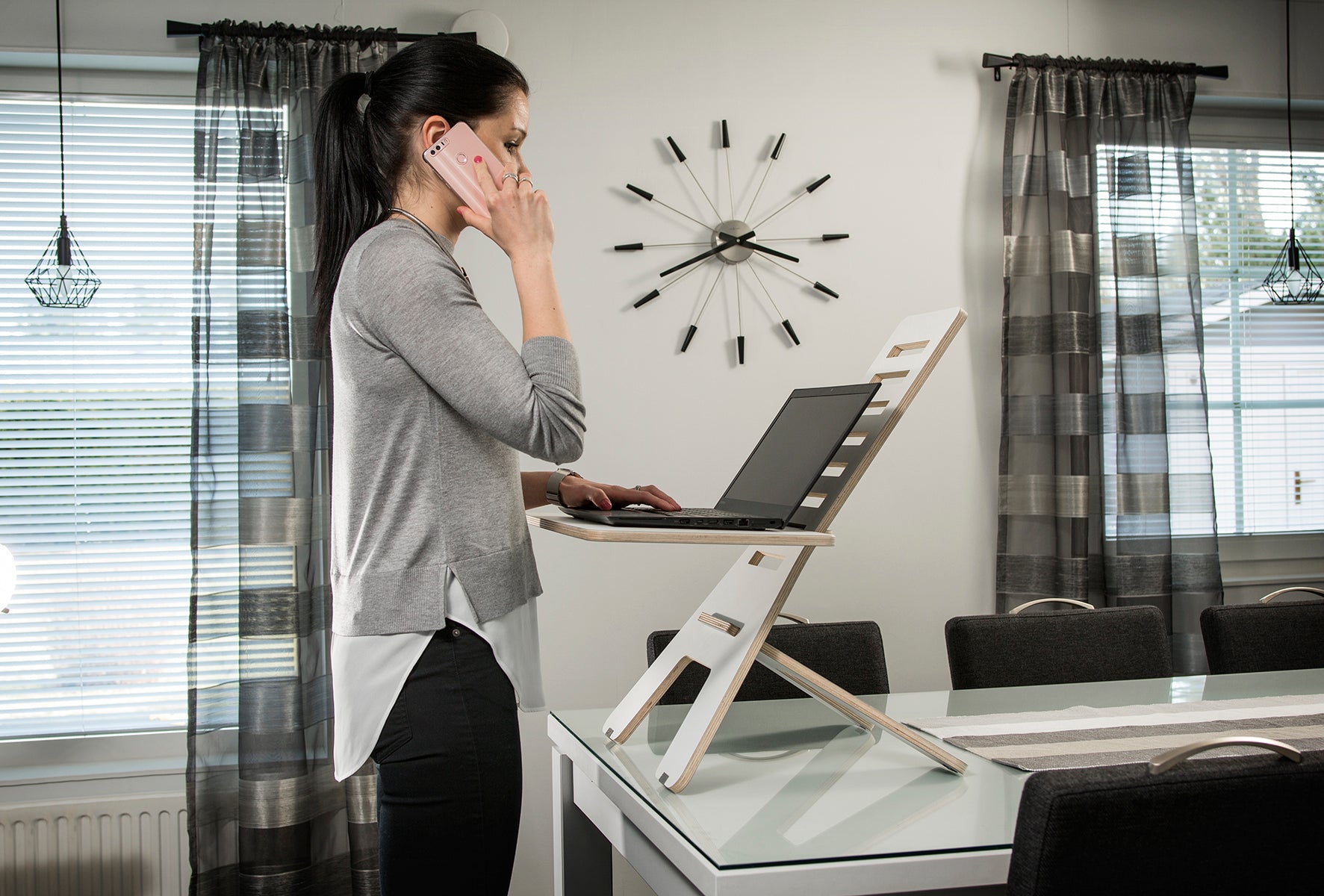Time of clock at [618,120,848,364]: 3:41
